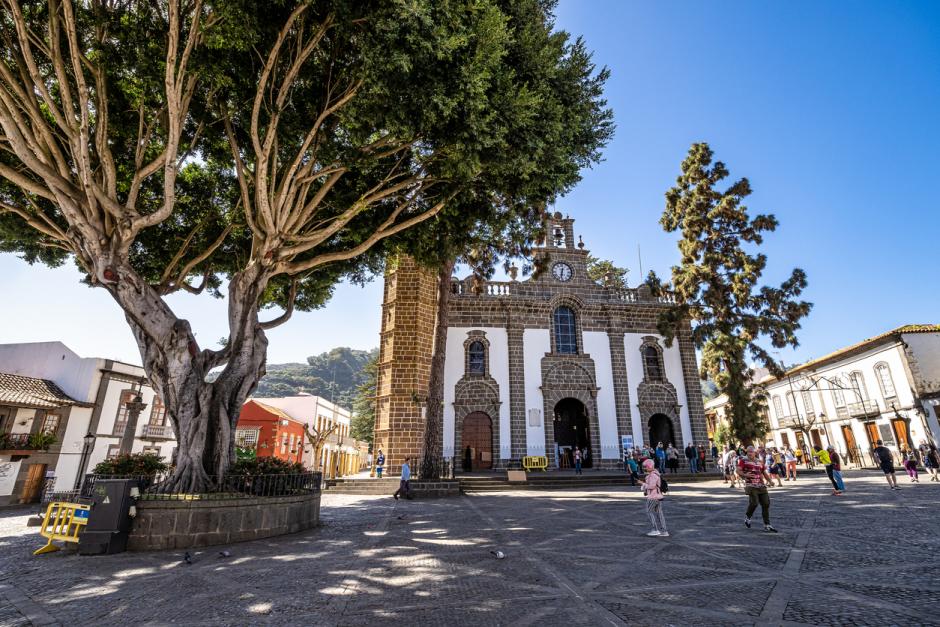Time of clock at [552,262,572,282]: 12:32
